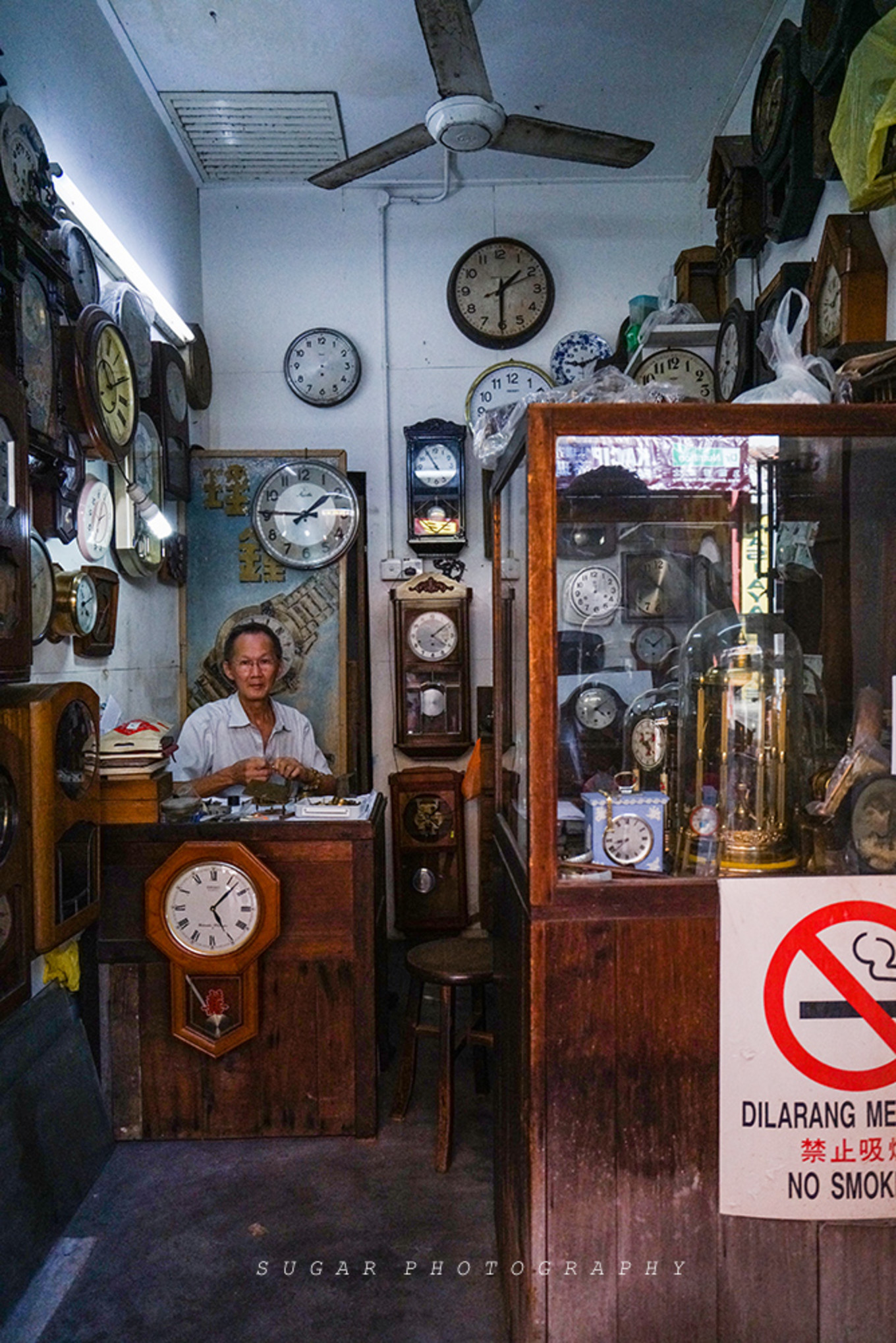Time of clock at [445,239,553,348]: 1:30
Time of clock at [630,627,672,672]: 10:07
